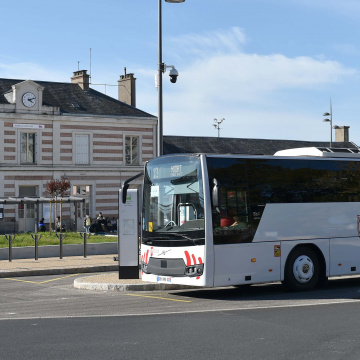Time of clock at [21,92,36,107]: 4:12
